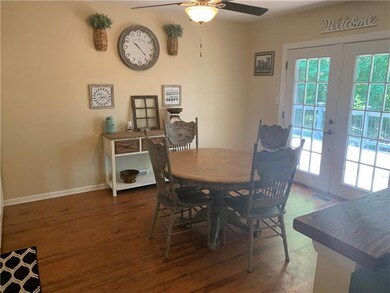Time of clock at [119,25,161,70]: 10:22
